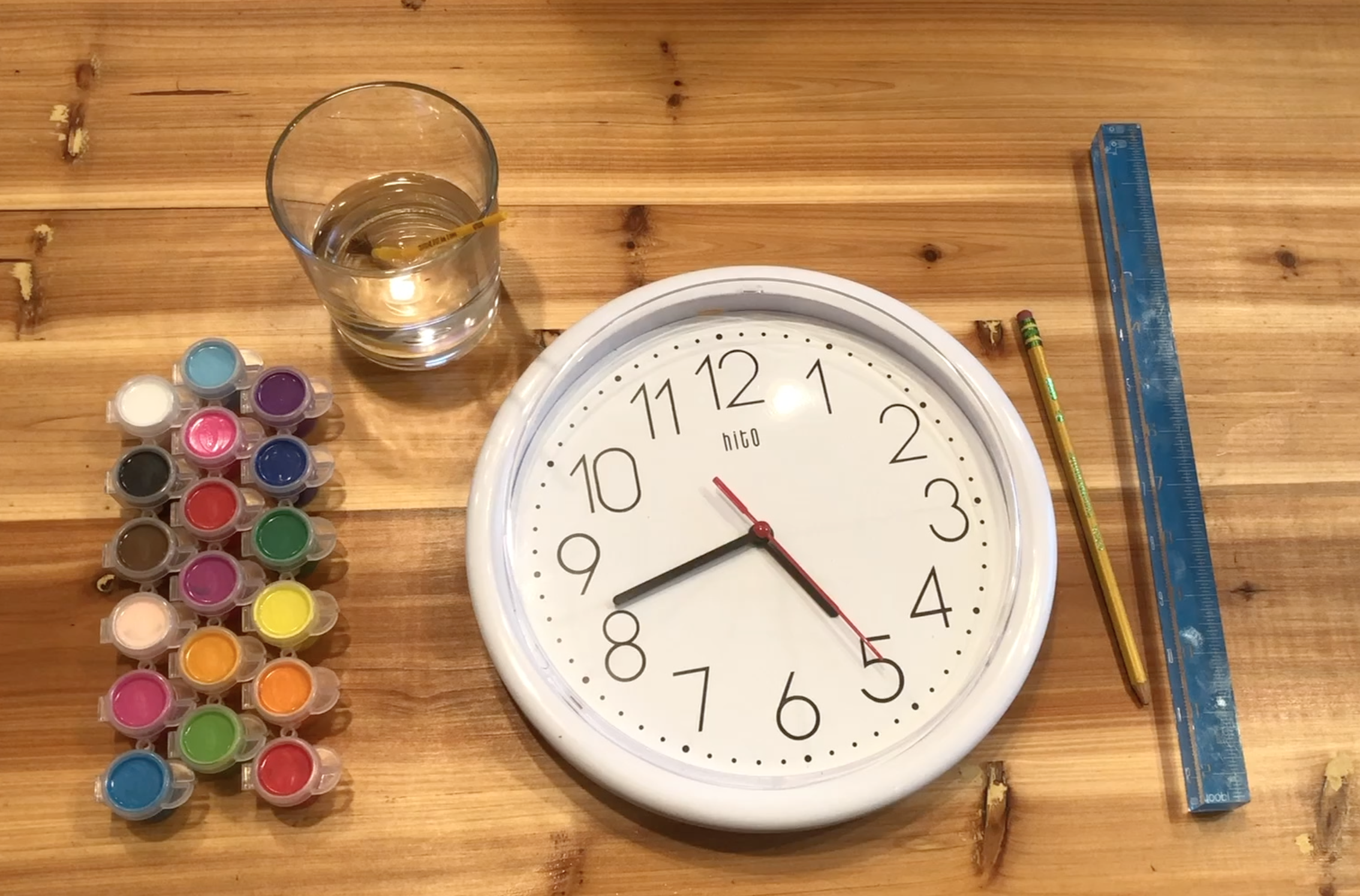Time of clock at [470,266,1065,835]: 4:42
